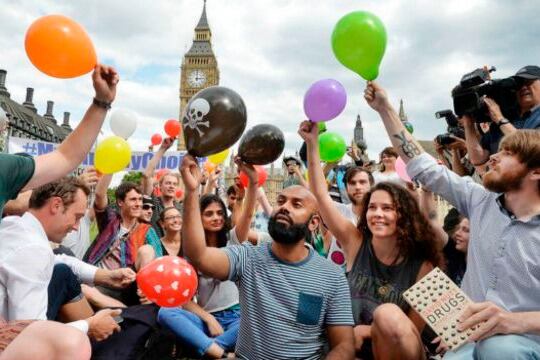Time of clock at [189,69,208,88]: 3:00
